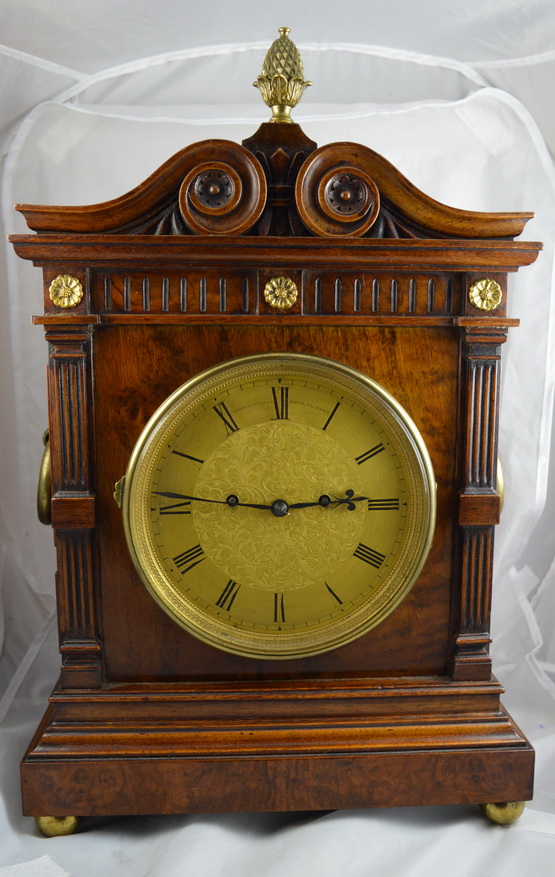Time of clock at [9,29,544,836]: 2:45
